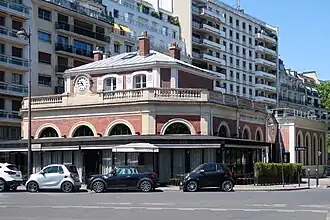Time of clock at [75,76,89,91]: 10:45
